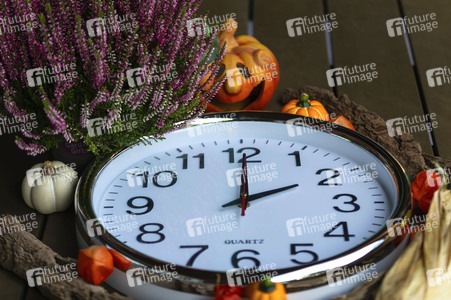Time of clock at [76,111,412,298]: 2:00
